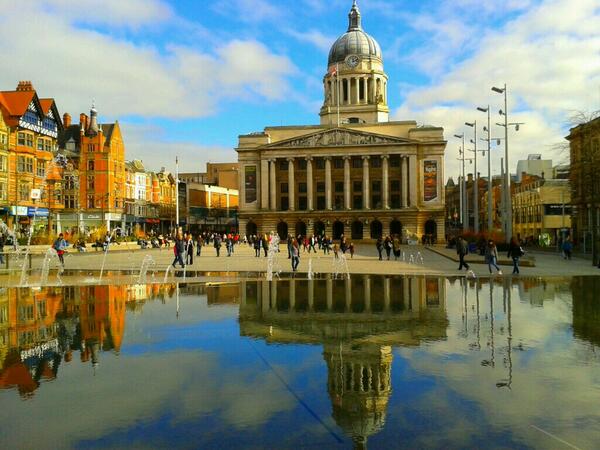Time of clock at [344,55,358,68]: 12:11
